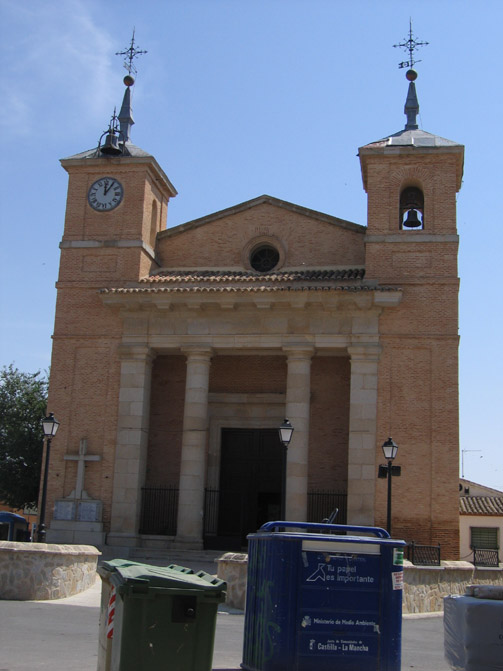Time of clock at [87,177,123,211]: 12:05
